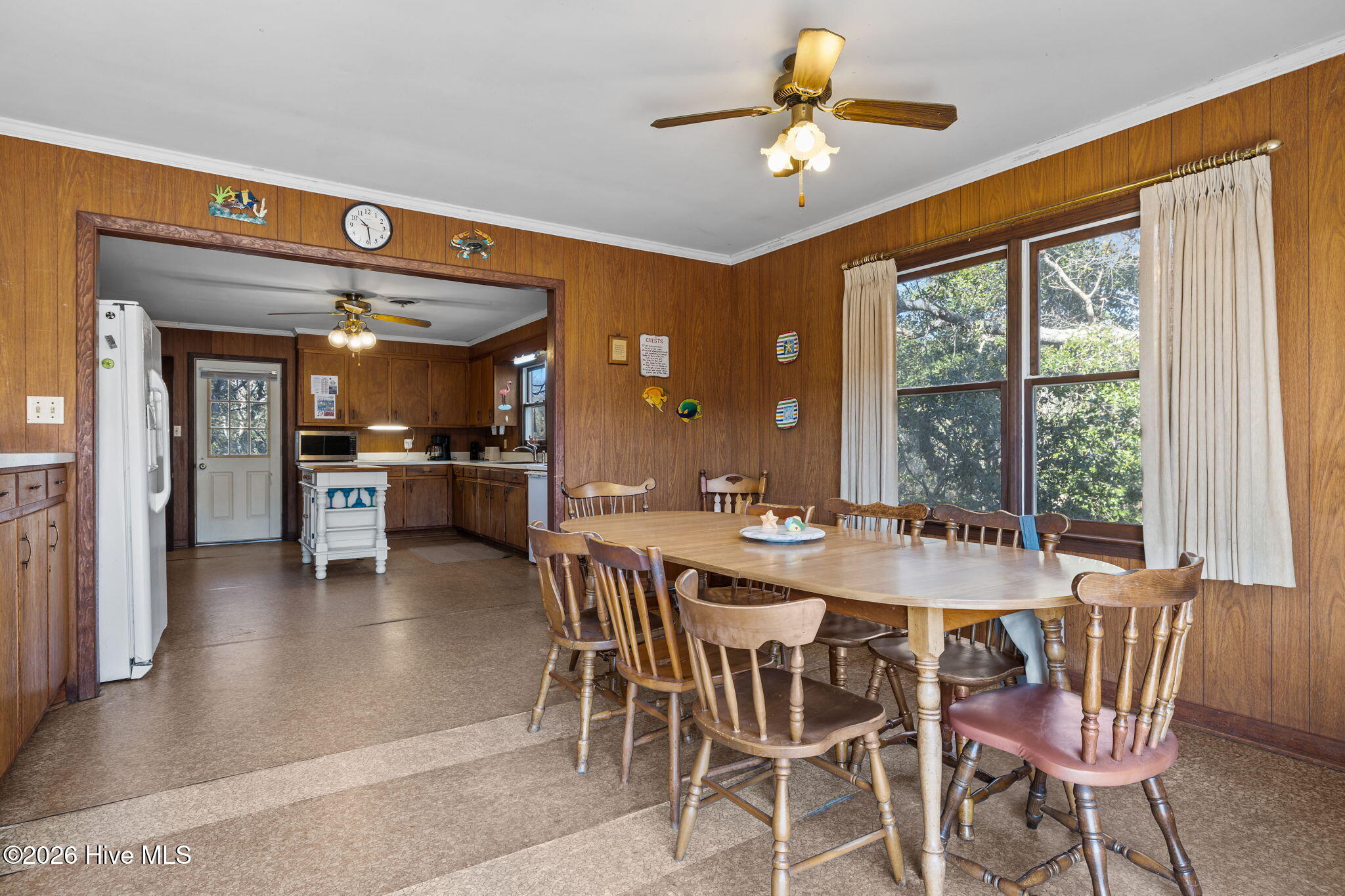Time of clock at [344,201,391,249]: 10:28
